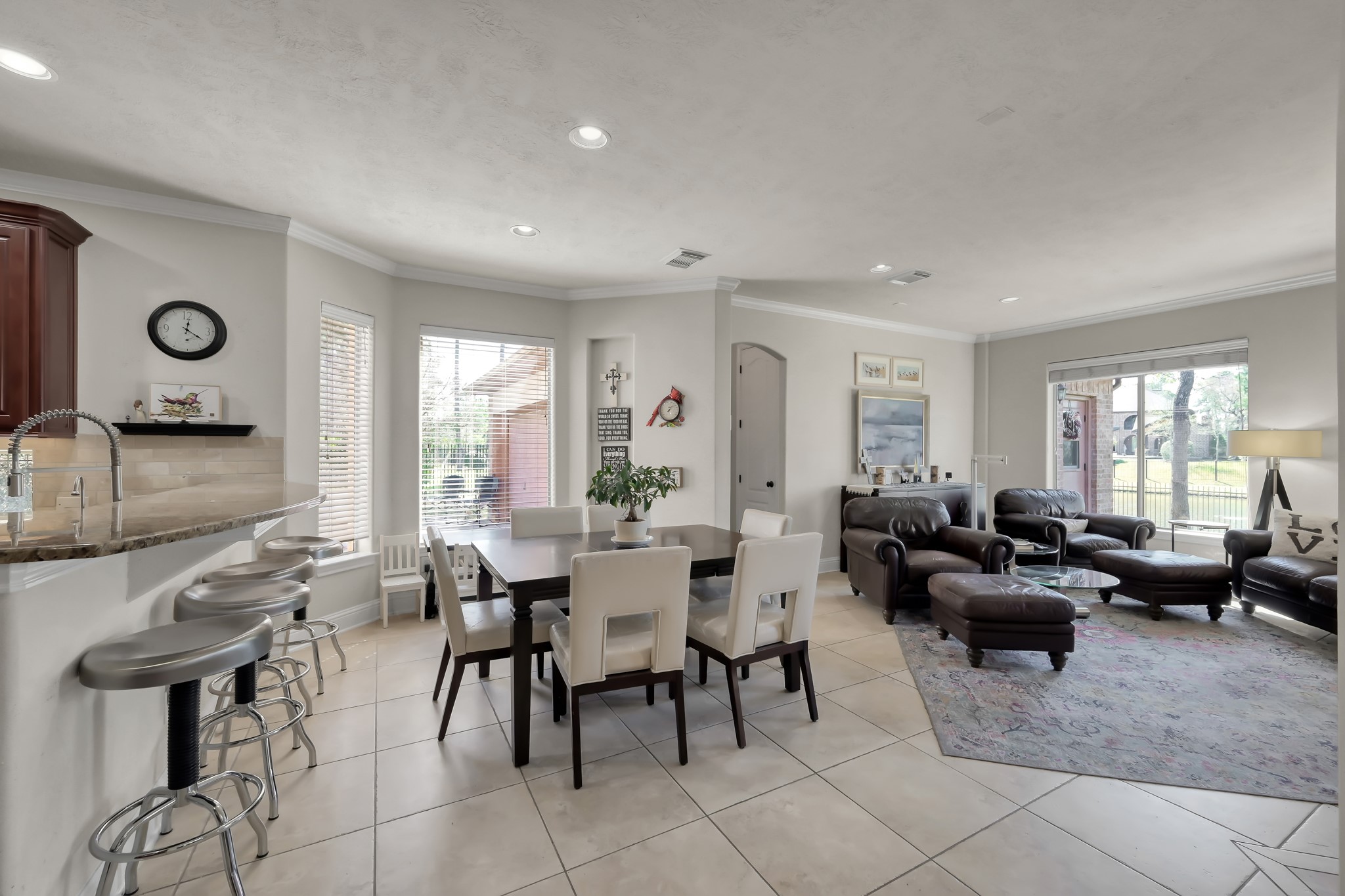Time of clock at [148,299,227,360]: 12:21
